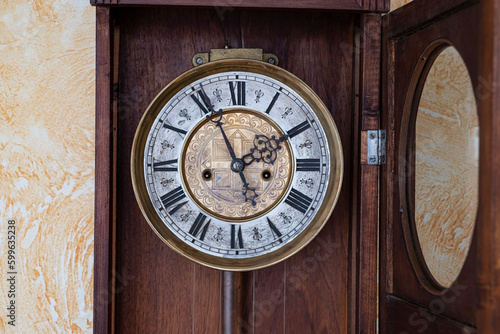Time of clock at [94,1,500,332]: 1:55
